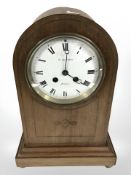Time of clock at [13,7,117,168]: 4:00
